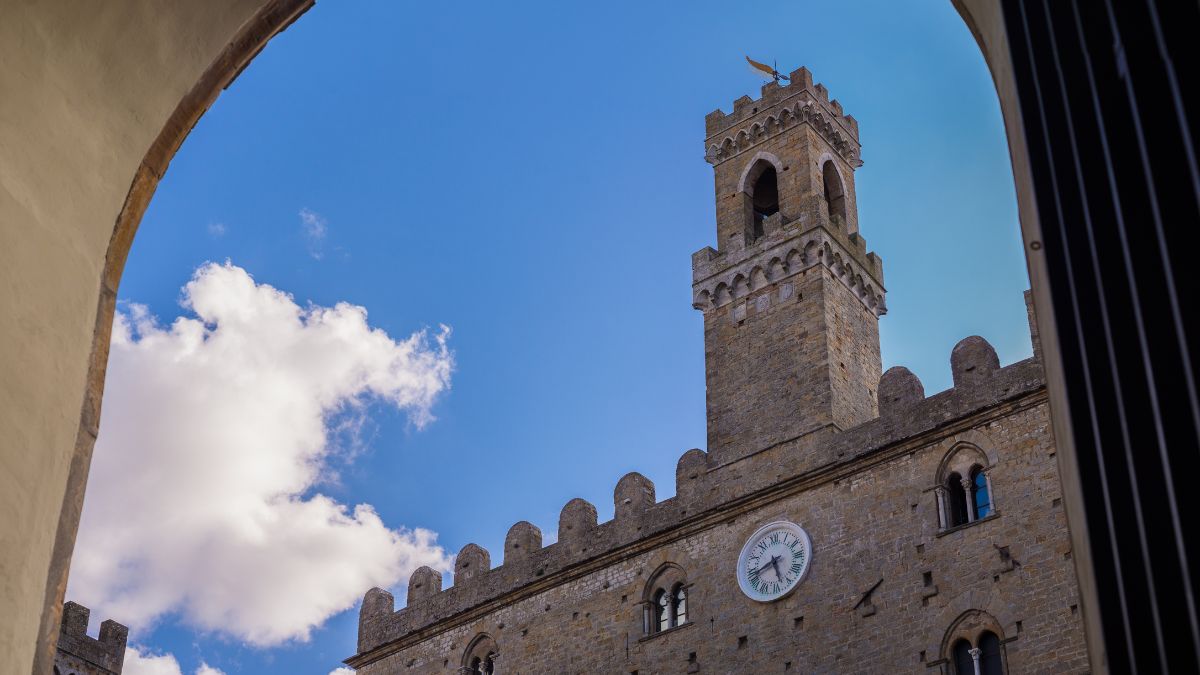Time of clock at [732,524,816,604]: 5:42
